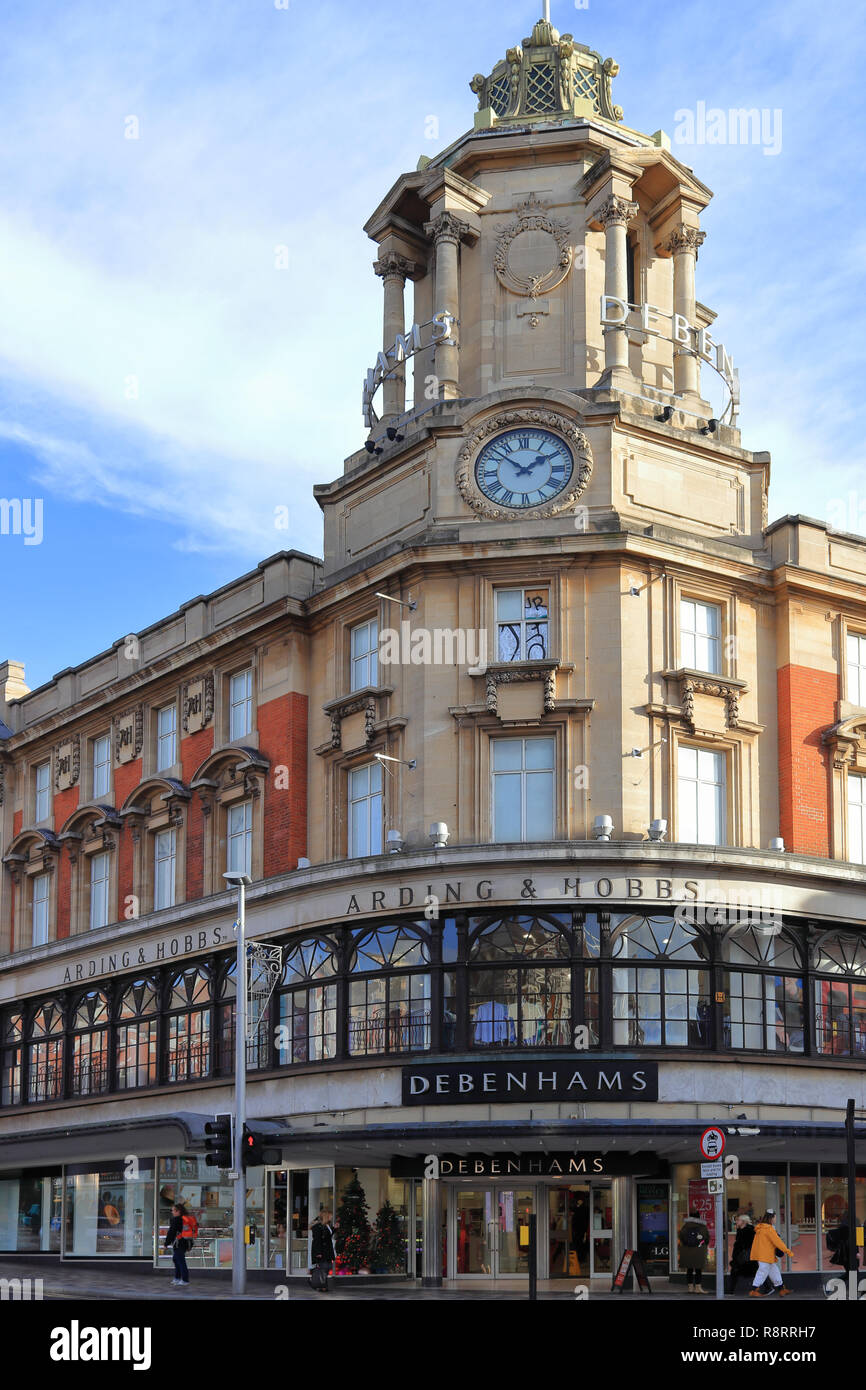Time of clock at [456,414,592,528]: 1:52
